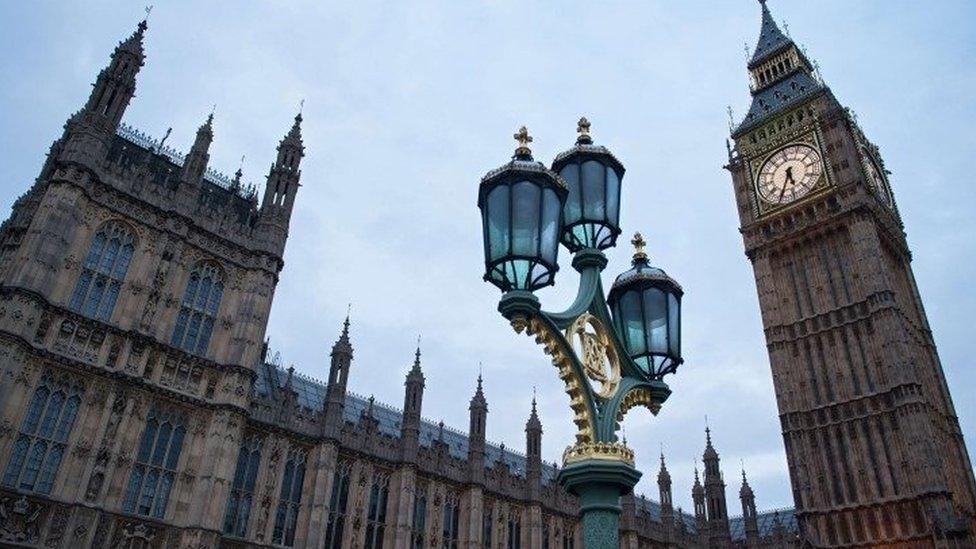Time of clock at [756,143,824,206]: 5:34
